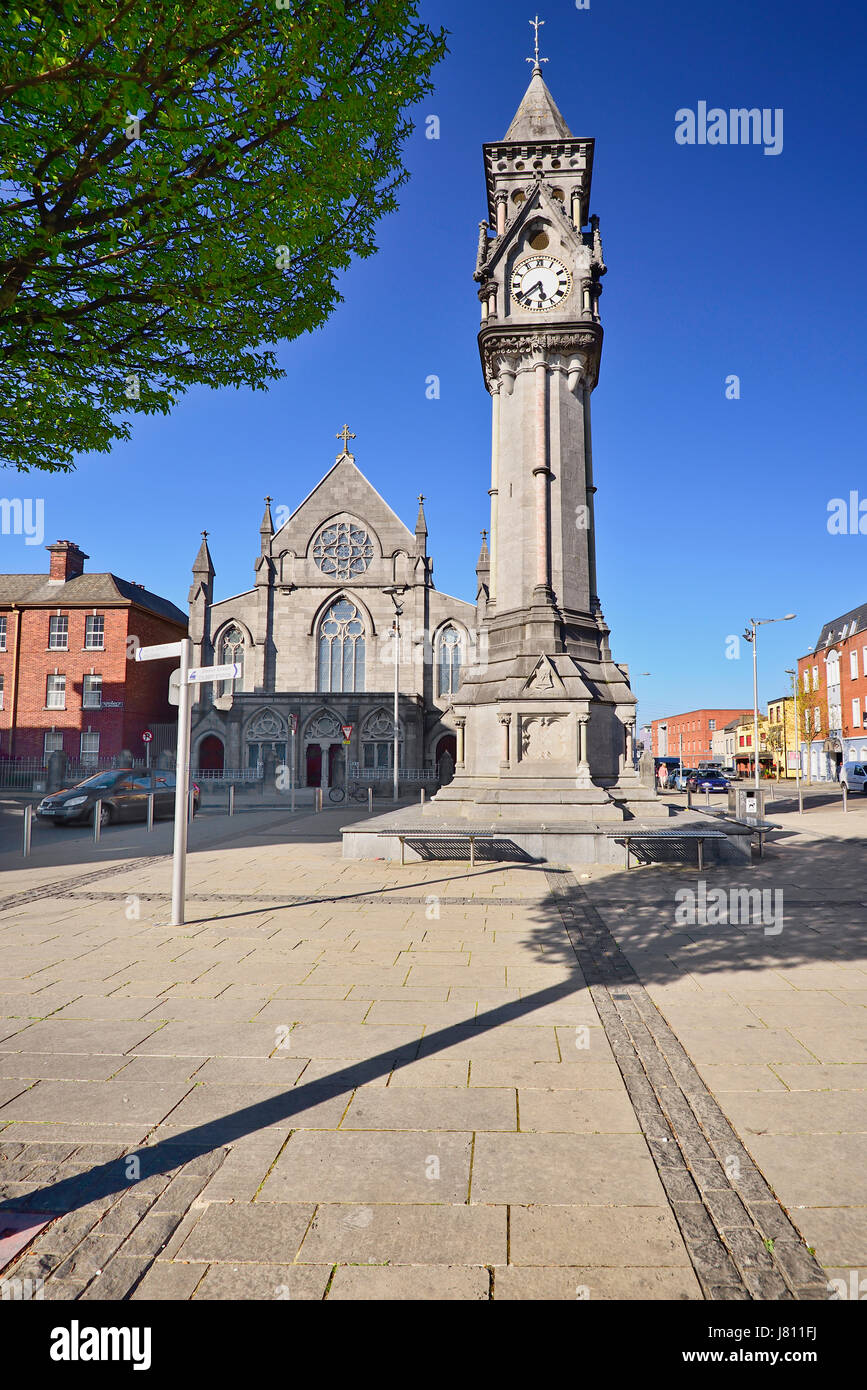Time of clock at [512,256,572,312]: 5:38
